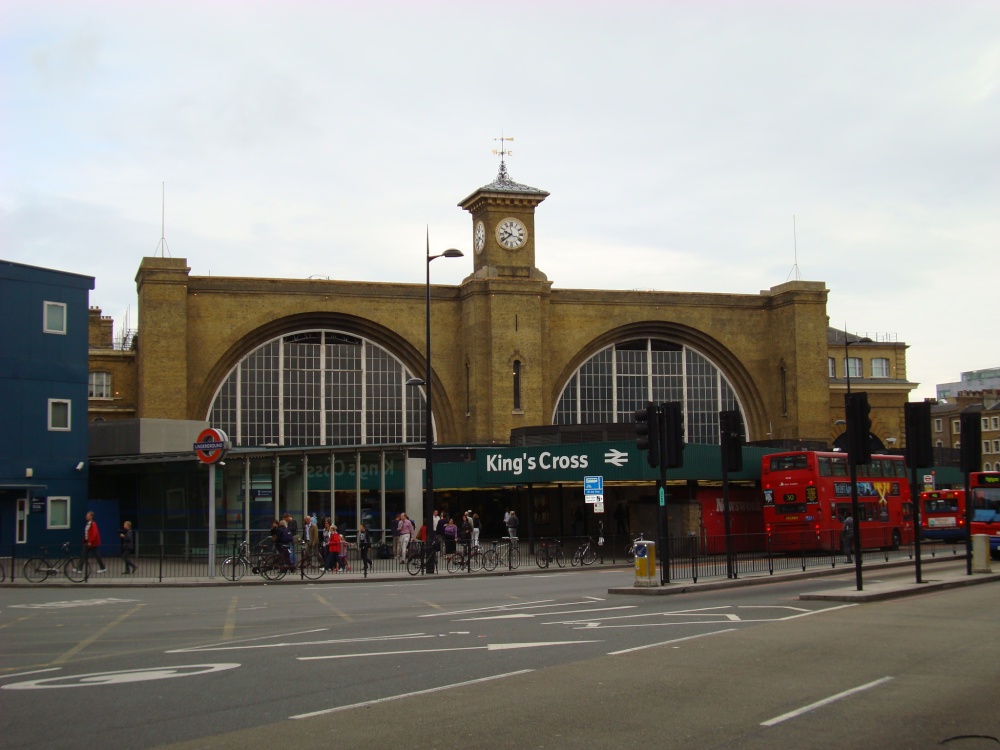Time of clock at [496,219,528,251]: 9:38
